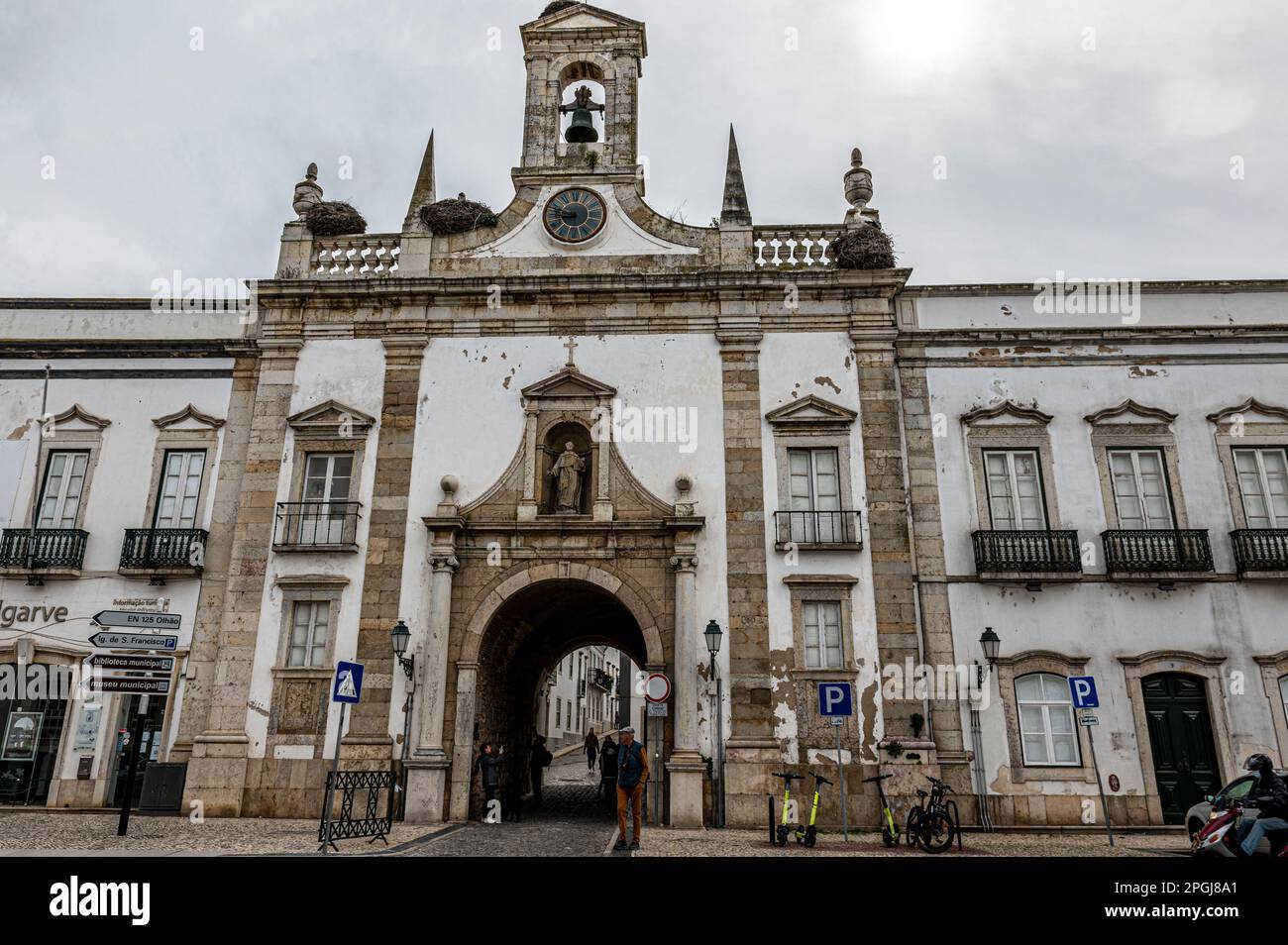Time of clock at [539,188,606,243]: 8:47
